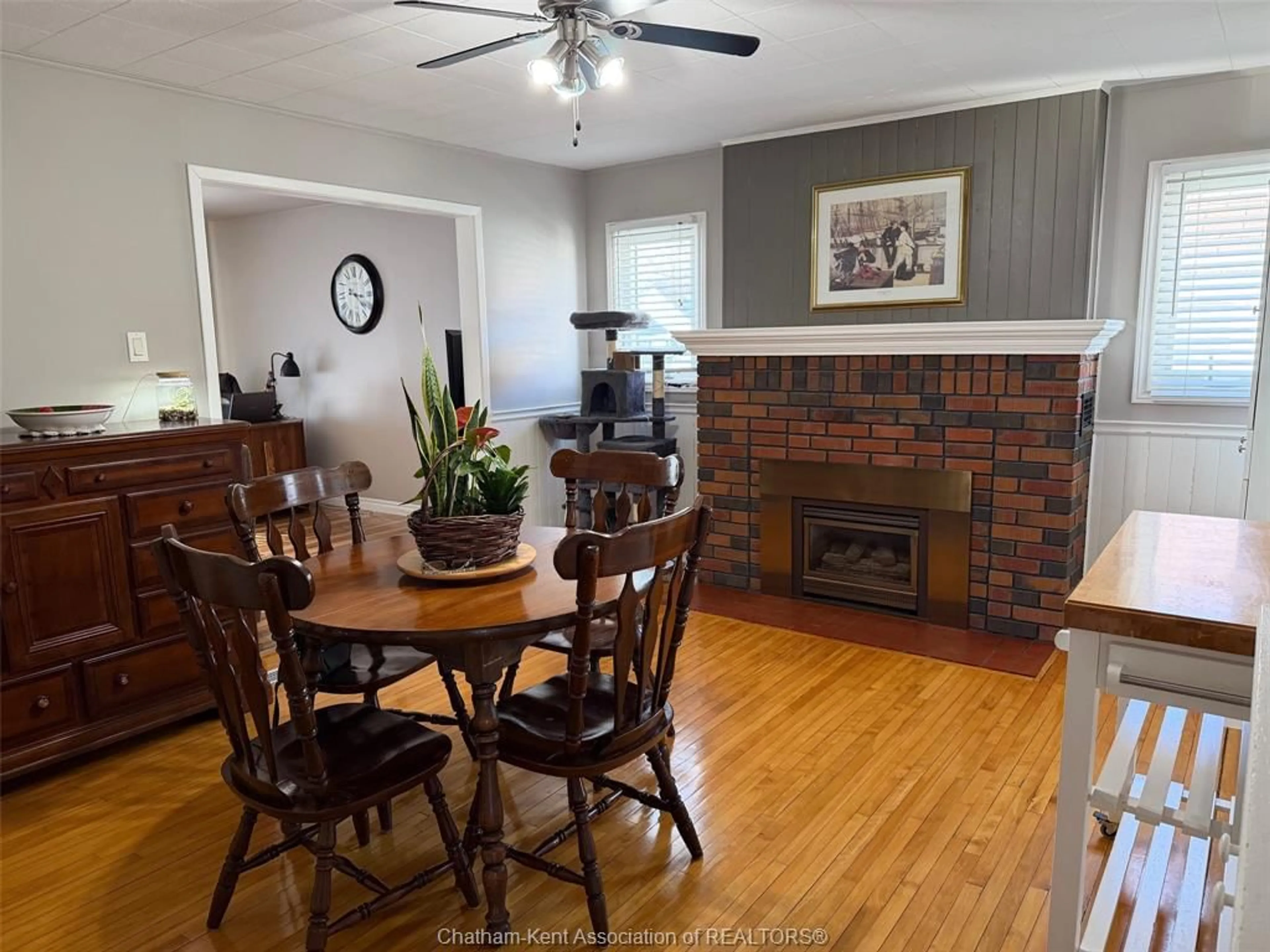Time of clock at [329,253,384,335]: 3:22
